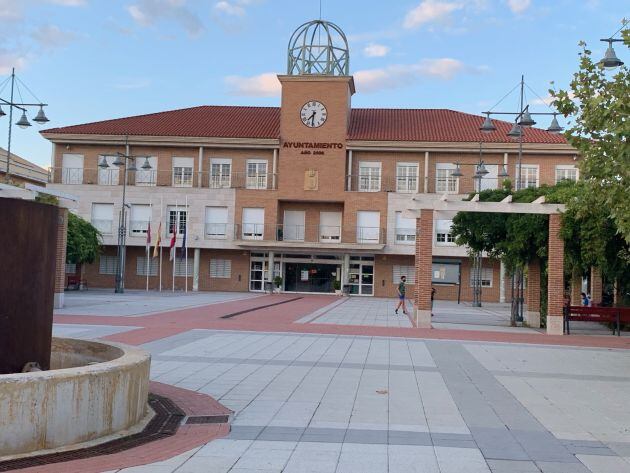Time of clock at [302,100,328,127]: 7:31
